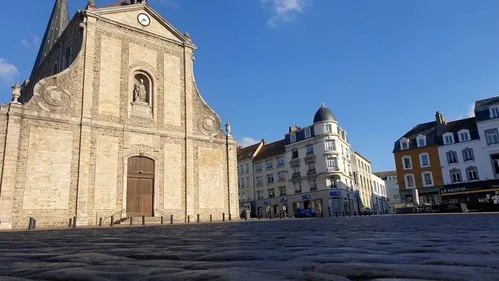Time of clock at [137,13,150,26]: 3:37
